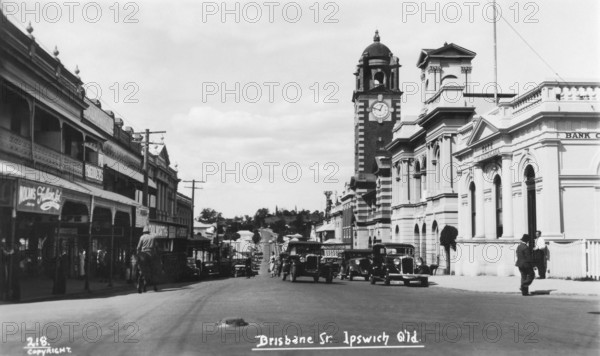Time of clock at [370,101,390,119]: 12:47
